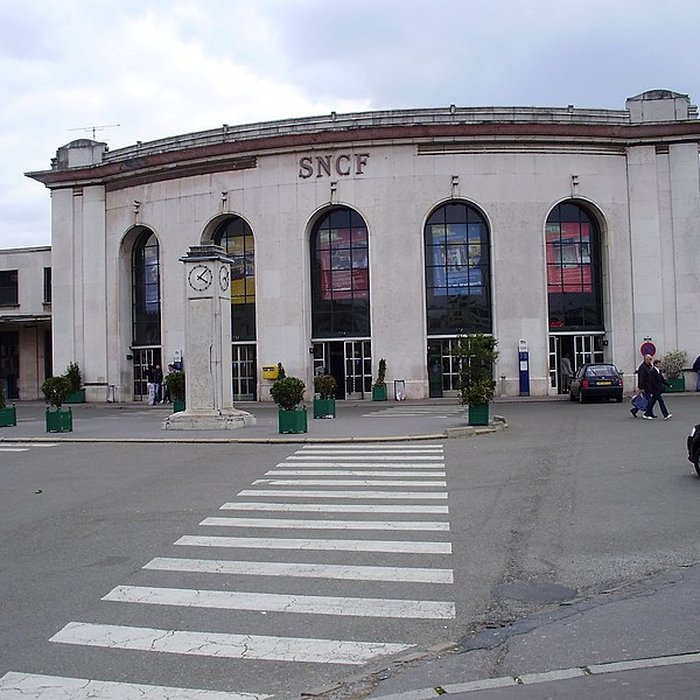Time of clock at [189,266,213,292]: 4:07
